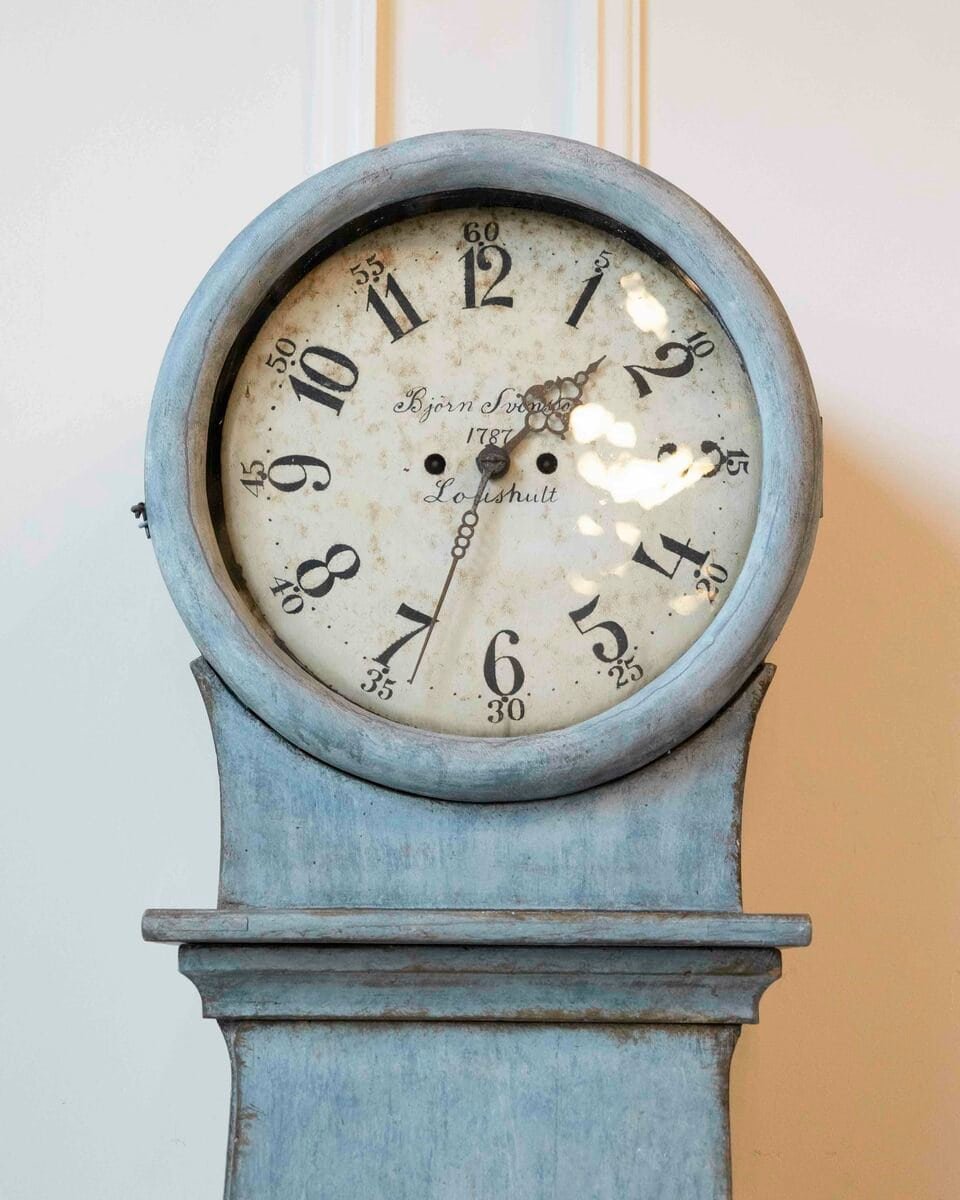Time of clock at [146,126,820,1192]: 1:34
